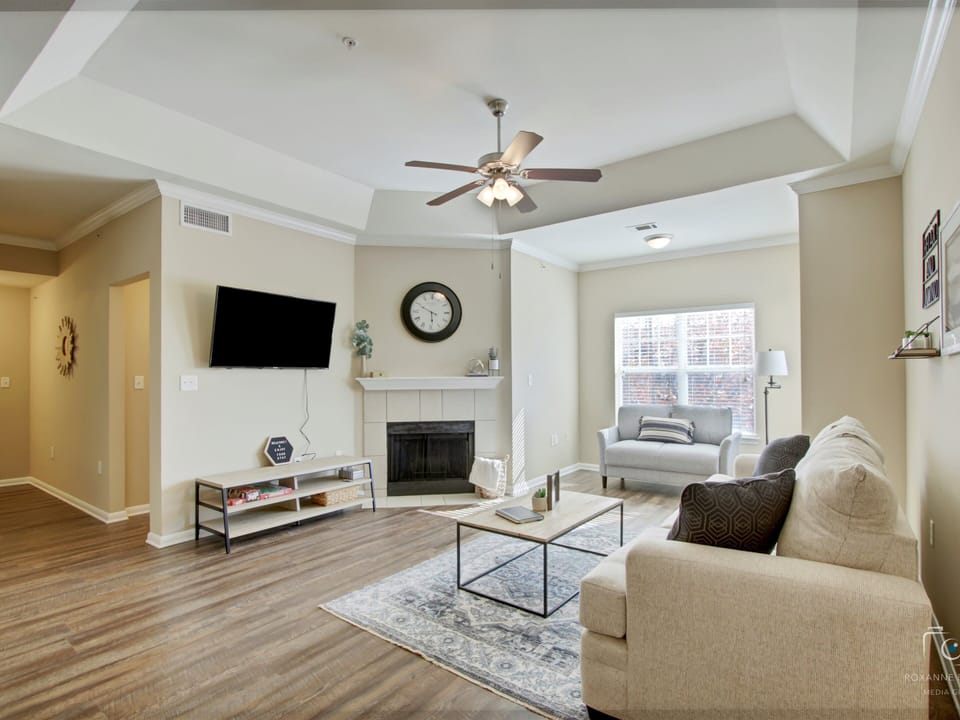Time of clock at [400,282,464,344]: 5:49
